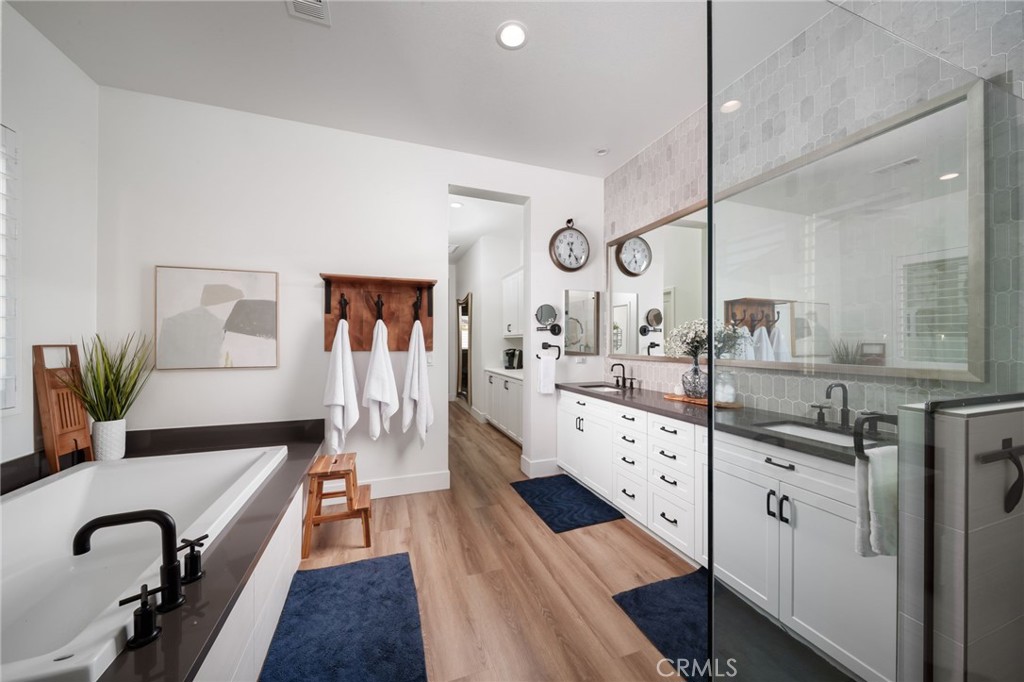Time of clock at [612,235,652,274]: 5:36
